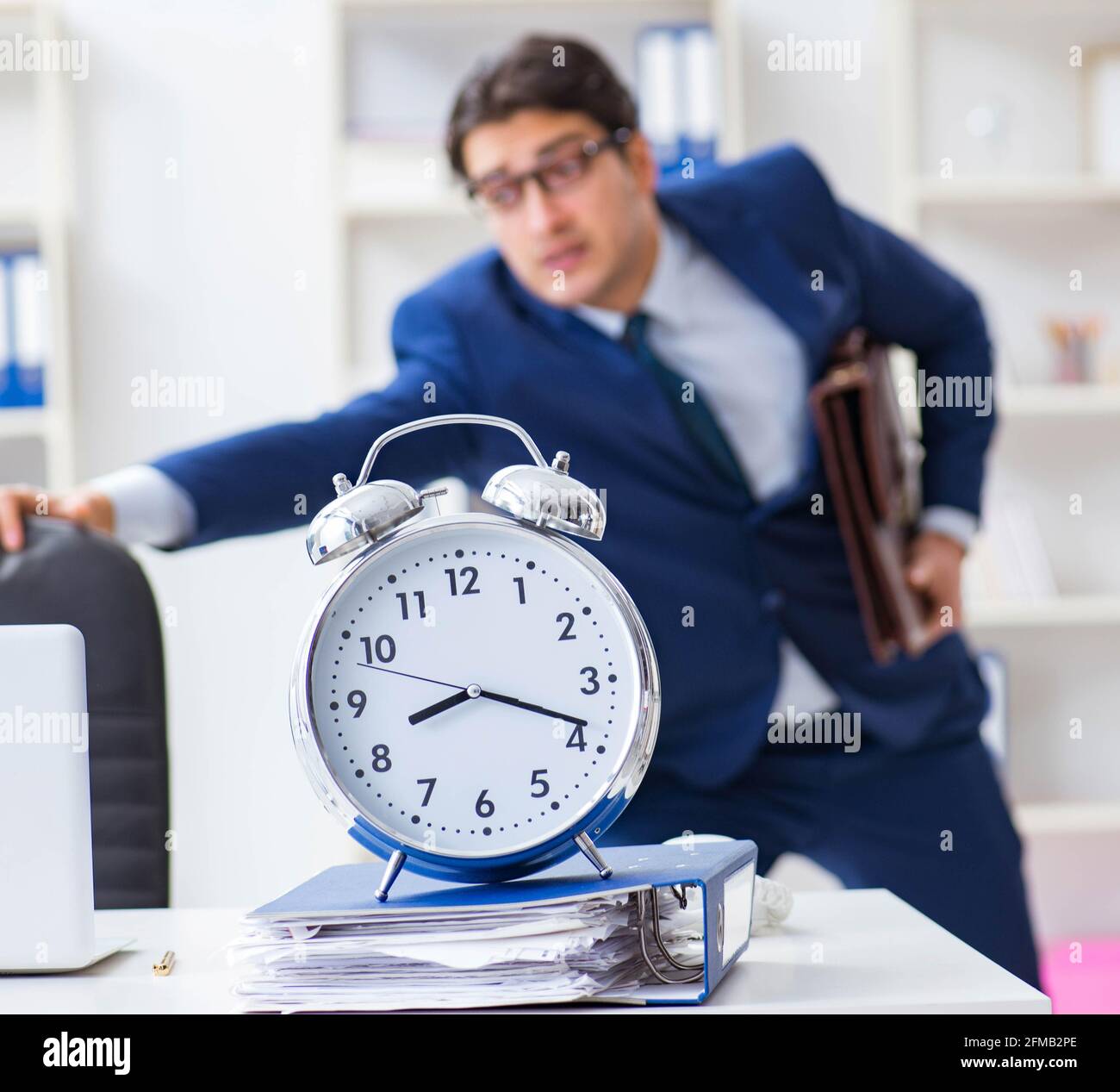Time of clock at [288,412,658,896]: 8:18
